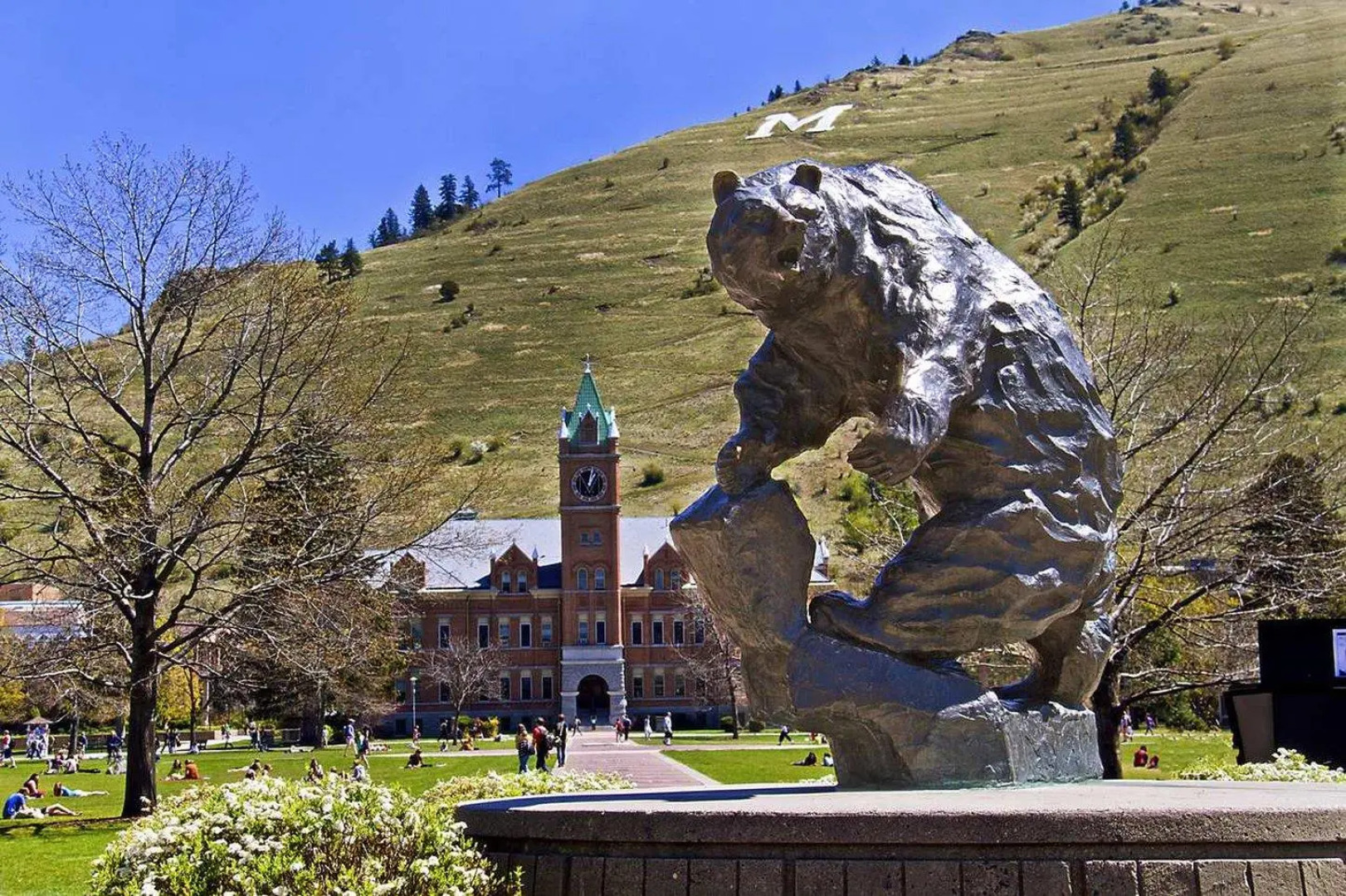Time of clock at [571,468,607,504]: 1:02
